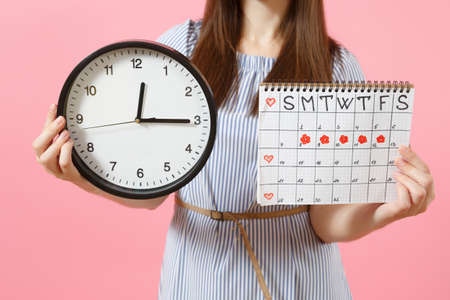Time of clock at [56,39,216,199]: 12:15
